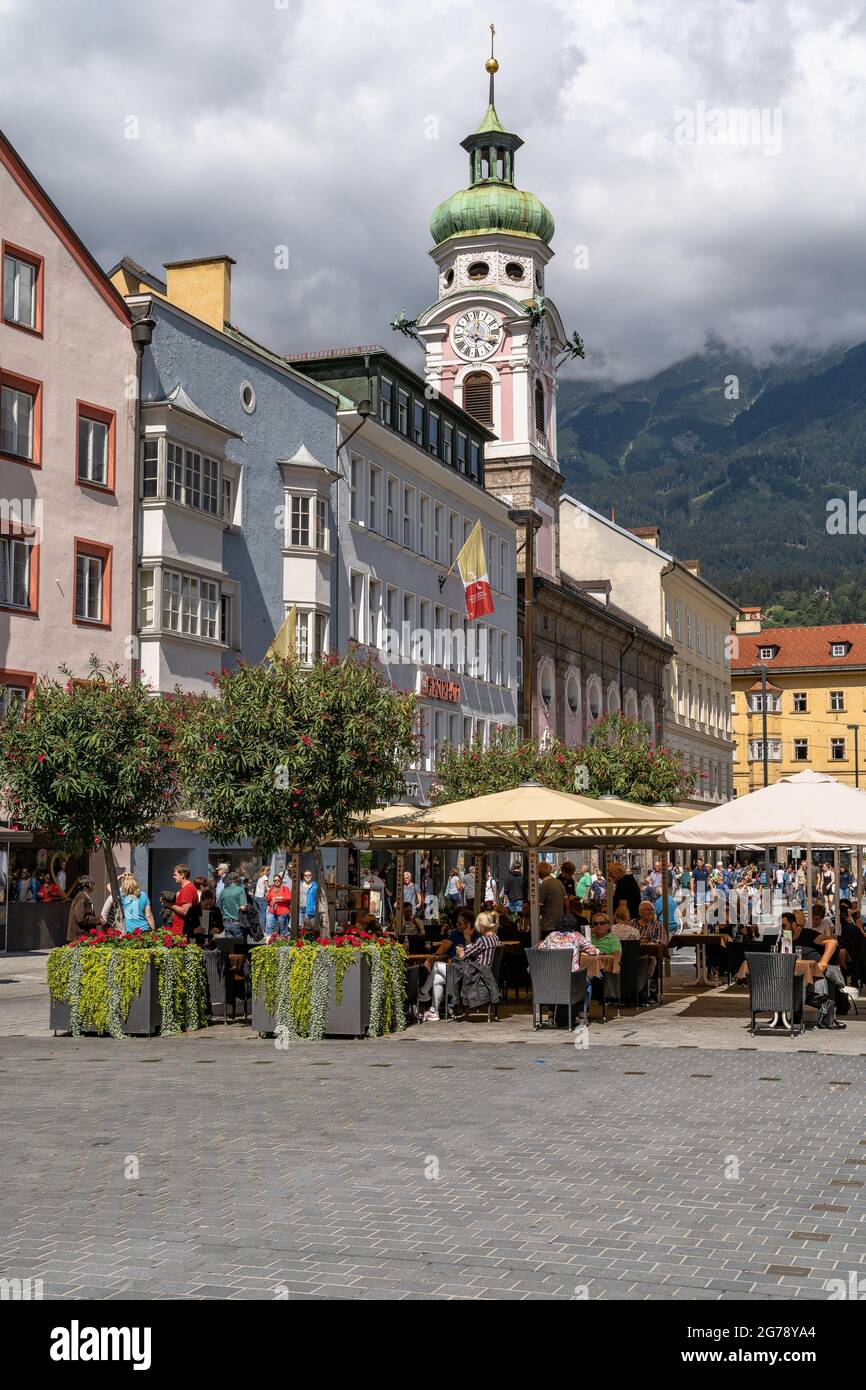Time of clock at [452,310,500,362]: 12:20
